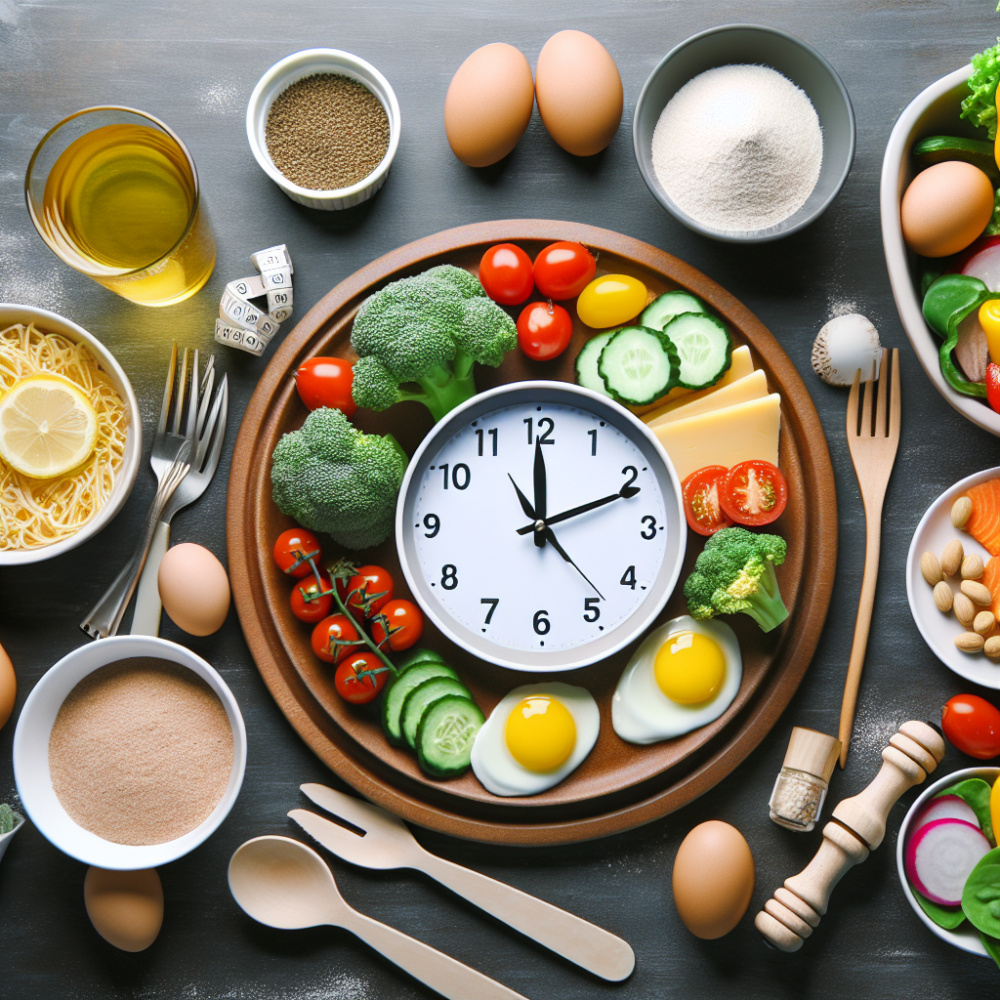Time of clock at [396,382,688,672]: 12:11
